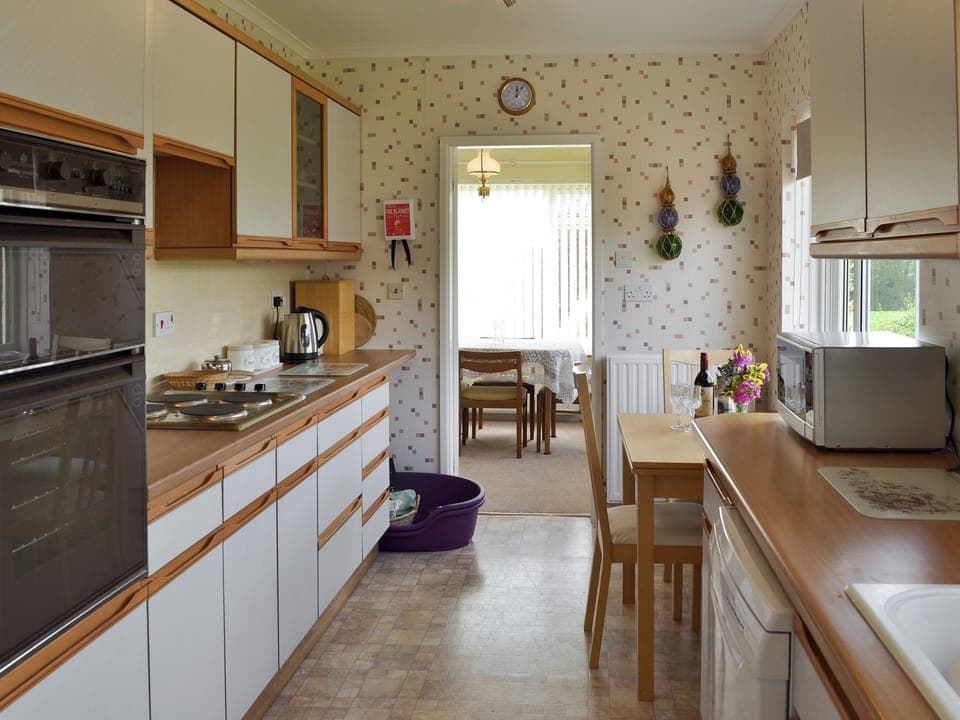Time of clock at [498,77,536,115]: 12:06
